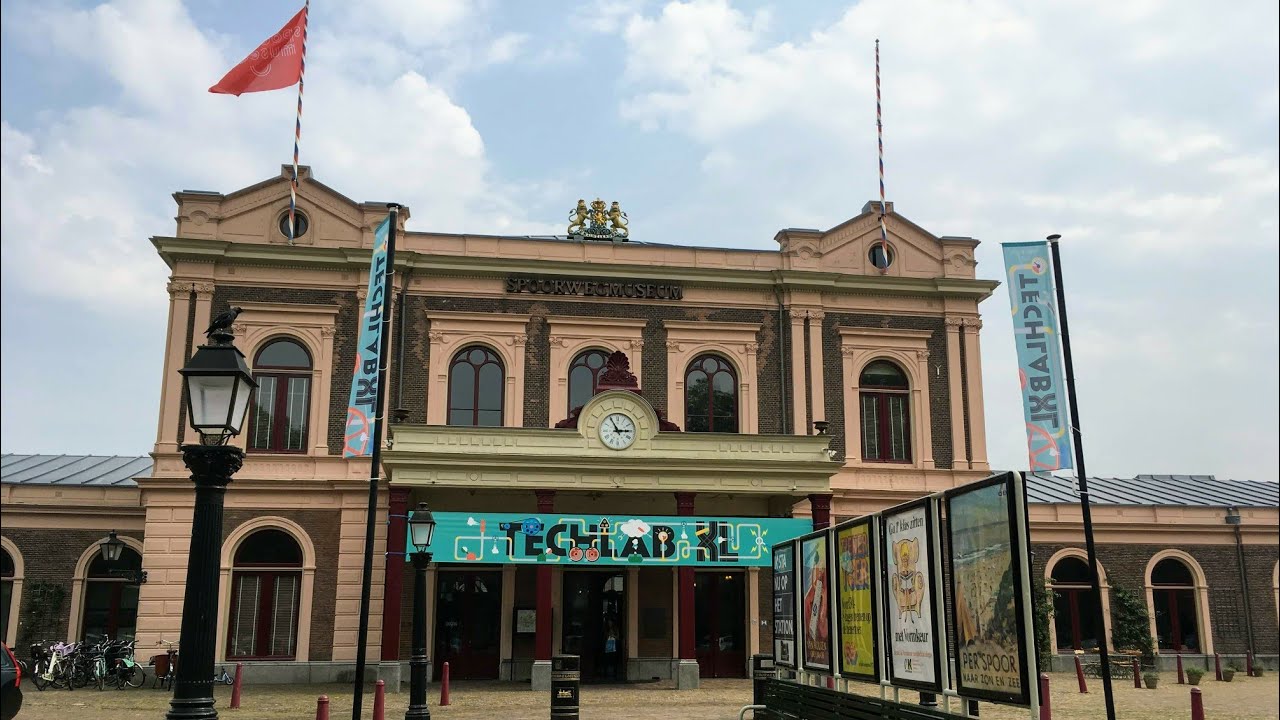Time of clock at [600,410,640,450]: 2:55
